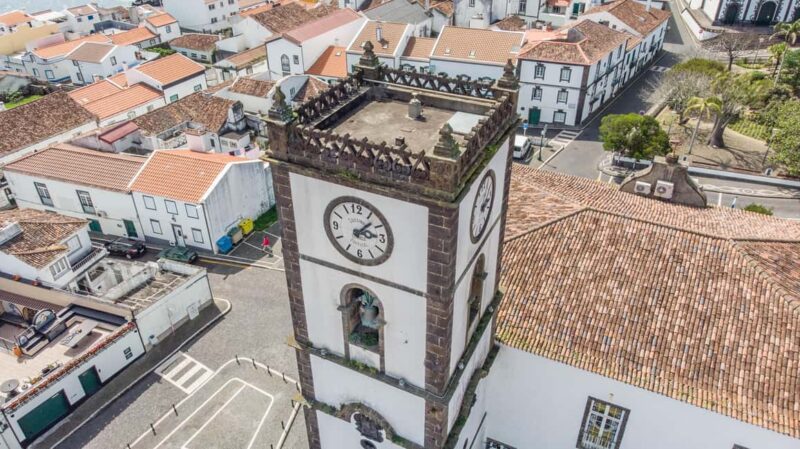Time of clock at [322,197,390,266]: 3:07
